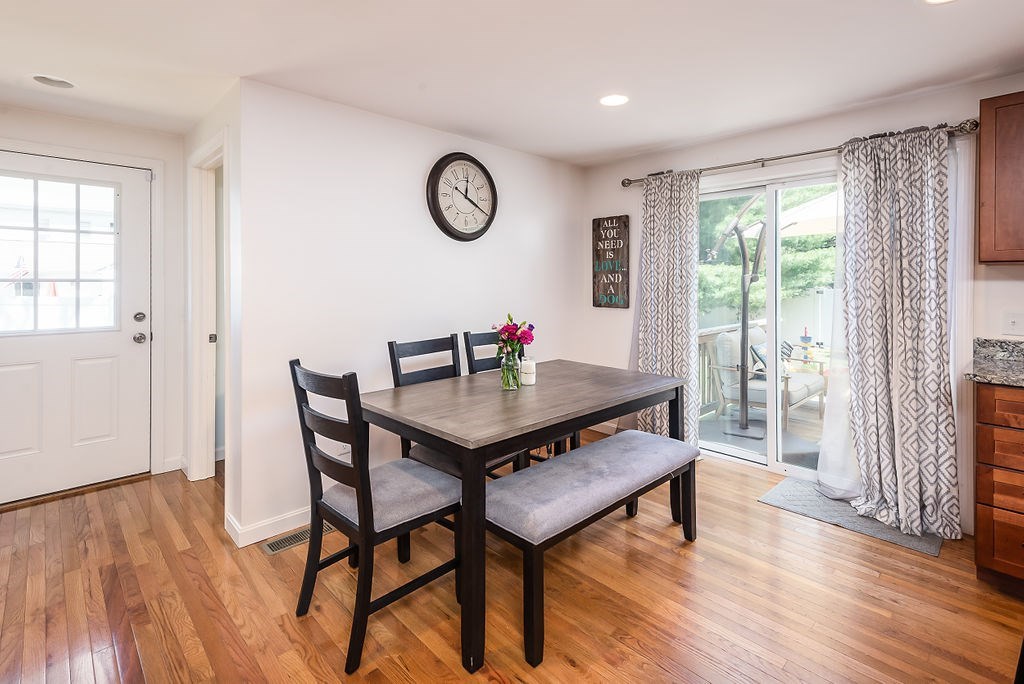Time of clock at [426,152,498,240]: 12:19
